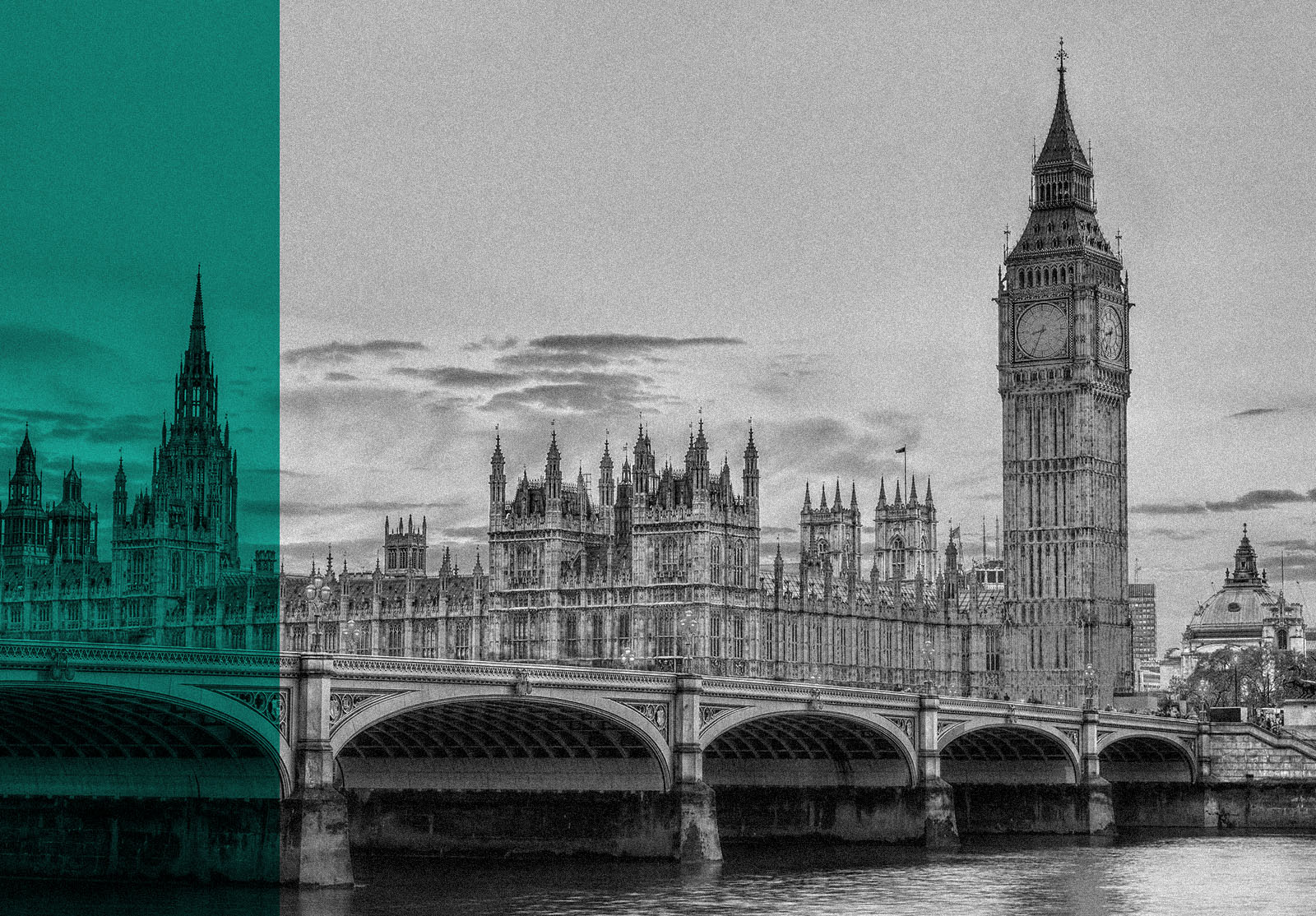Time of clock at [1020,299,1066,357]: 8:34
